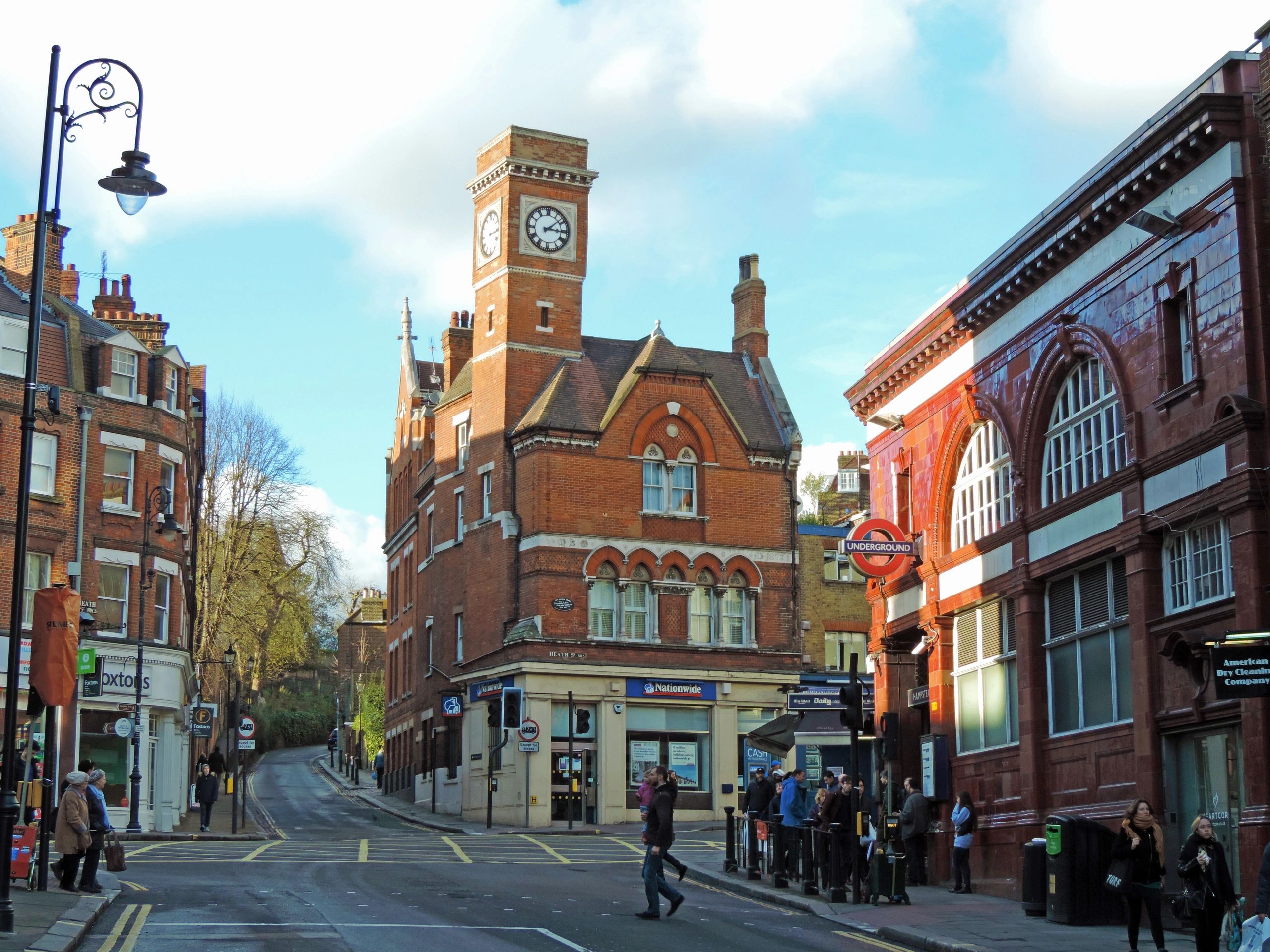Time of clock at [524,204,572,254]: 3:08
